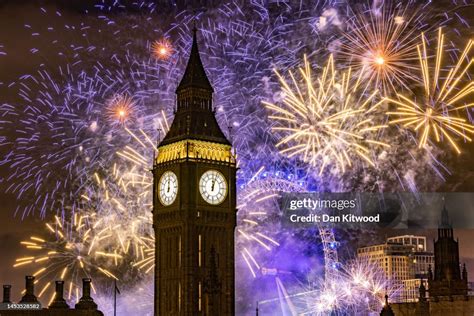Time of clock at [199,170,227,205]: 12:03
